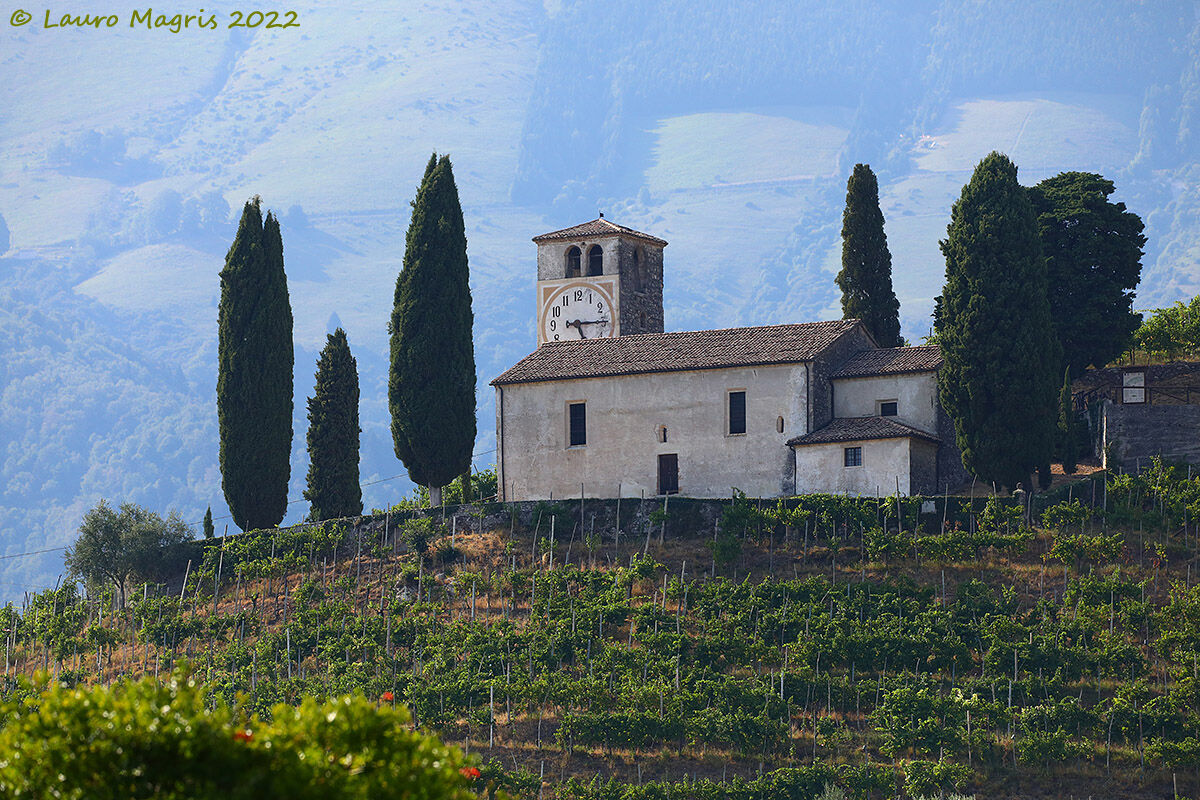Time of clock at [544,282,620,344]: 5:15
